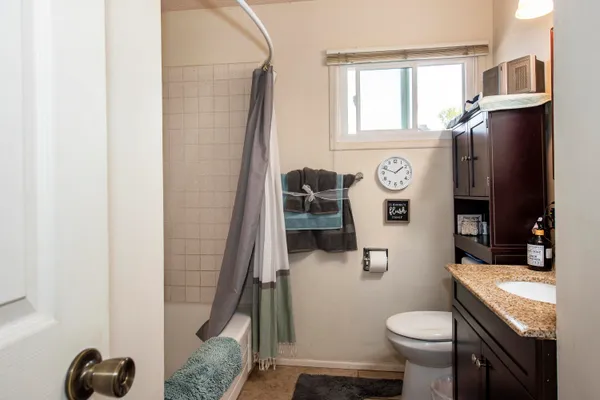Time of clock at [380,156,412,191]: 1:48
